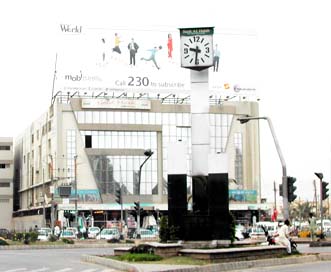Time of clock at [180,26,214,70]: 9:31
